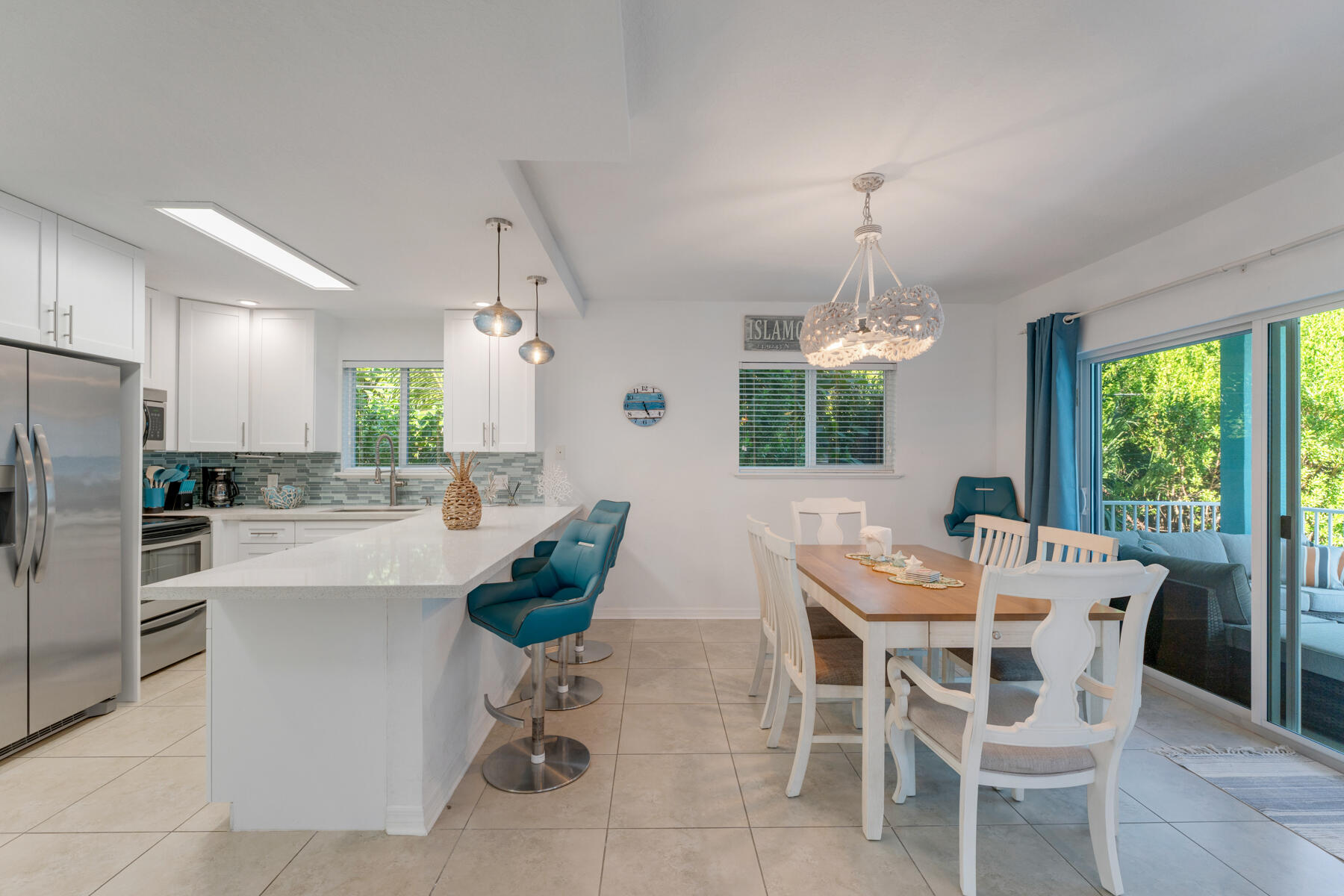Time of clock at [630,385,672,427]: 5:13
